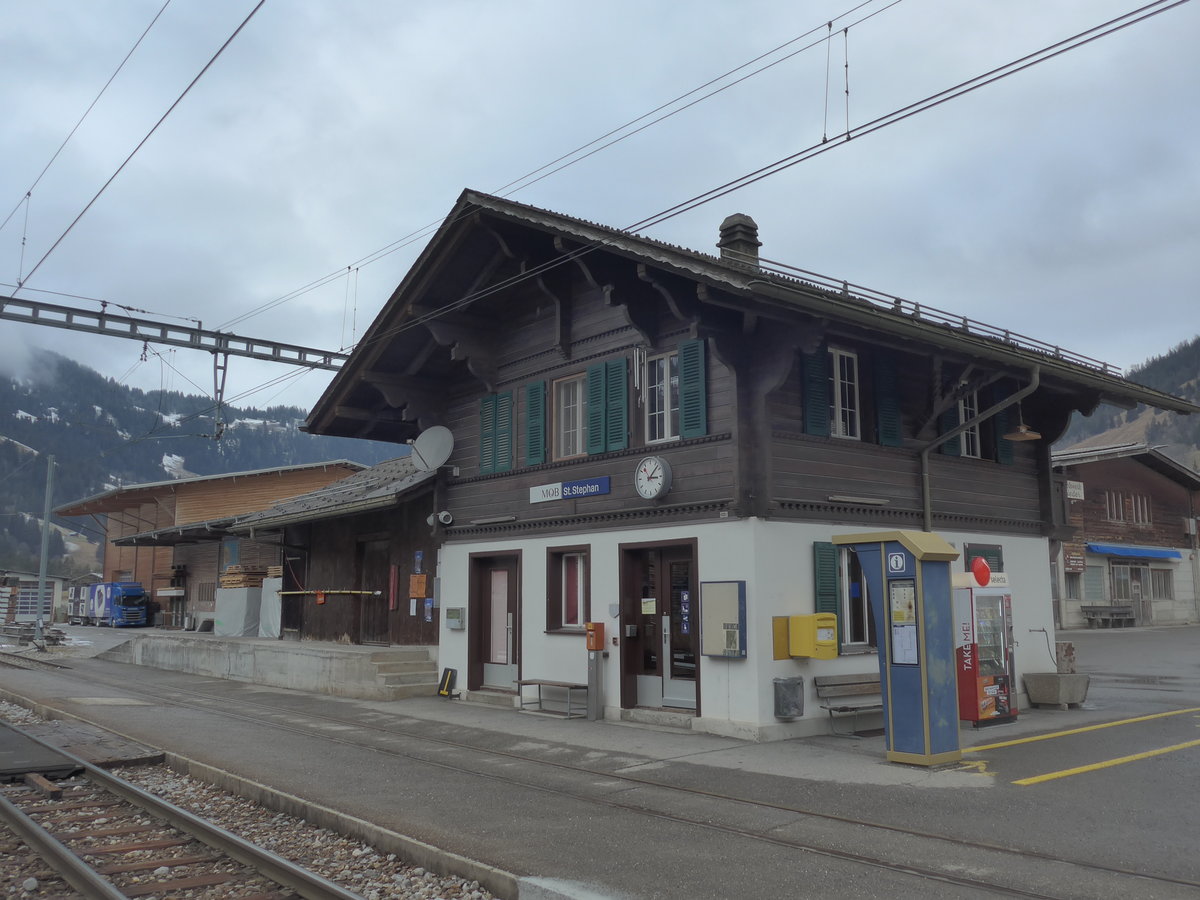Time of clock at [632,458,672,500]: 3:07
